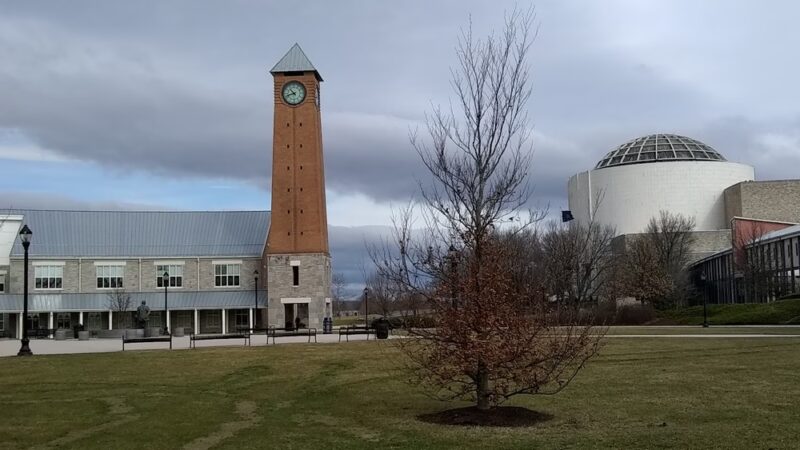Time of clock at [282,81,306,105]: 10:42
